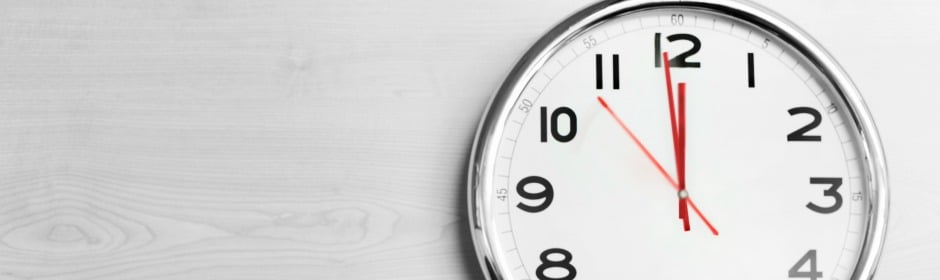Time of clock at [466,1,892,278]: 11:59
